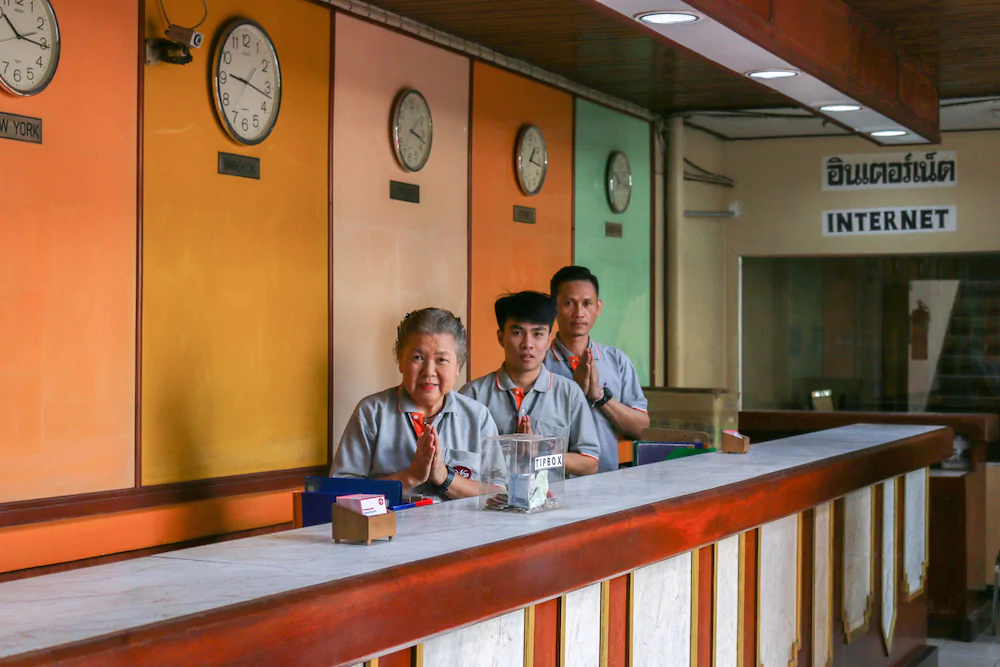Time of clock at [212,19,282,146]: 9:17
